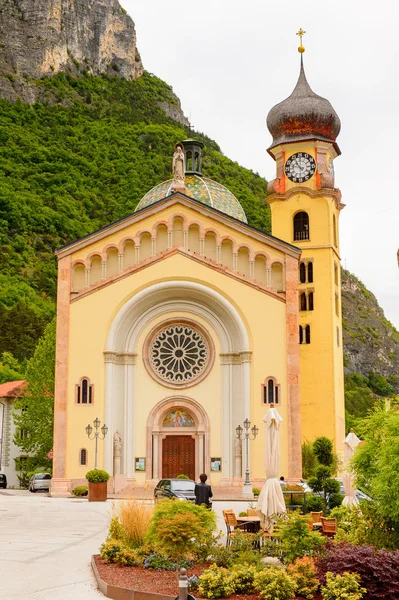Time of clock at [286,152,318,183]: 10:47
